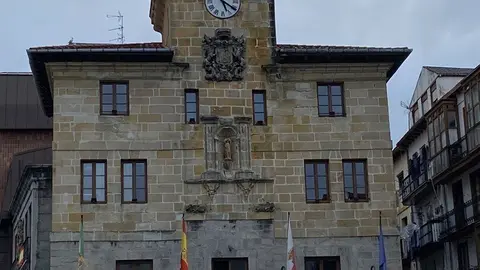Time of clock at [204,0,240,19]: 5:20
